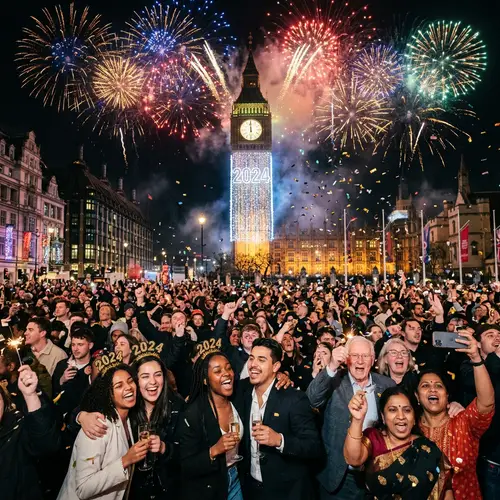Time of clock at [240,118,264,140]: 5:59
